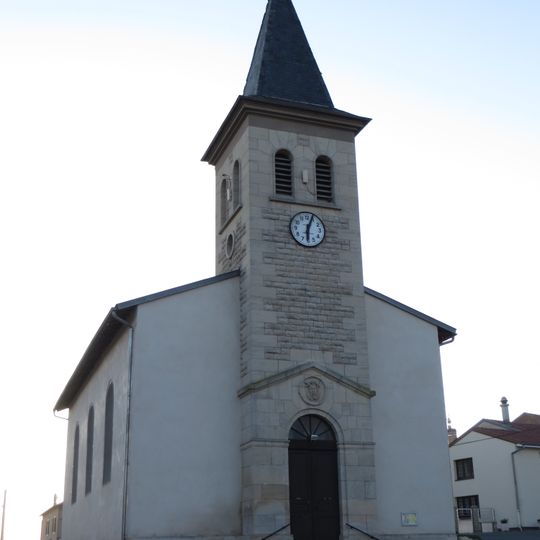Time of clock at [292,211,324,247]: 6:03
